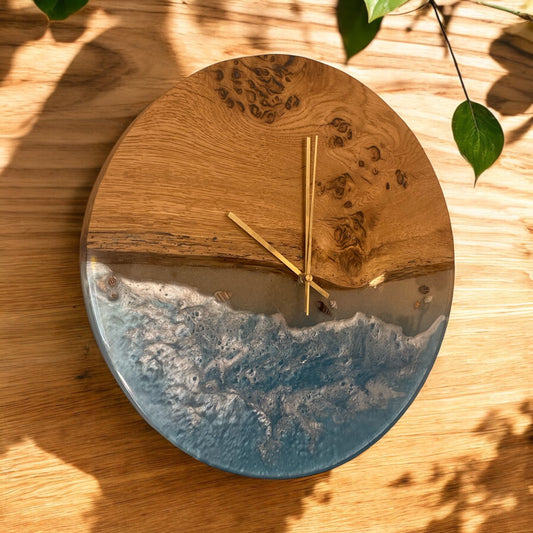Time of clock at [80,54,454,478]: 11:46
